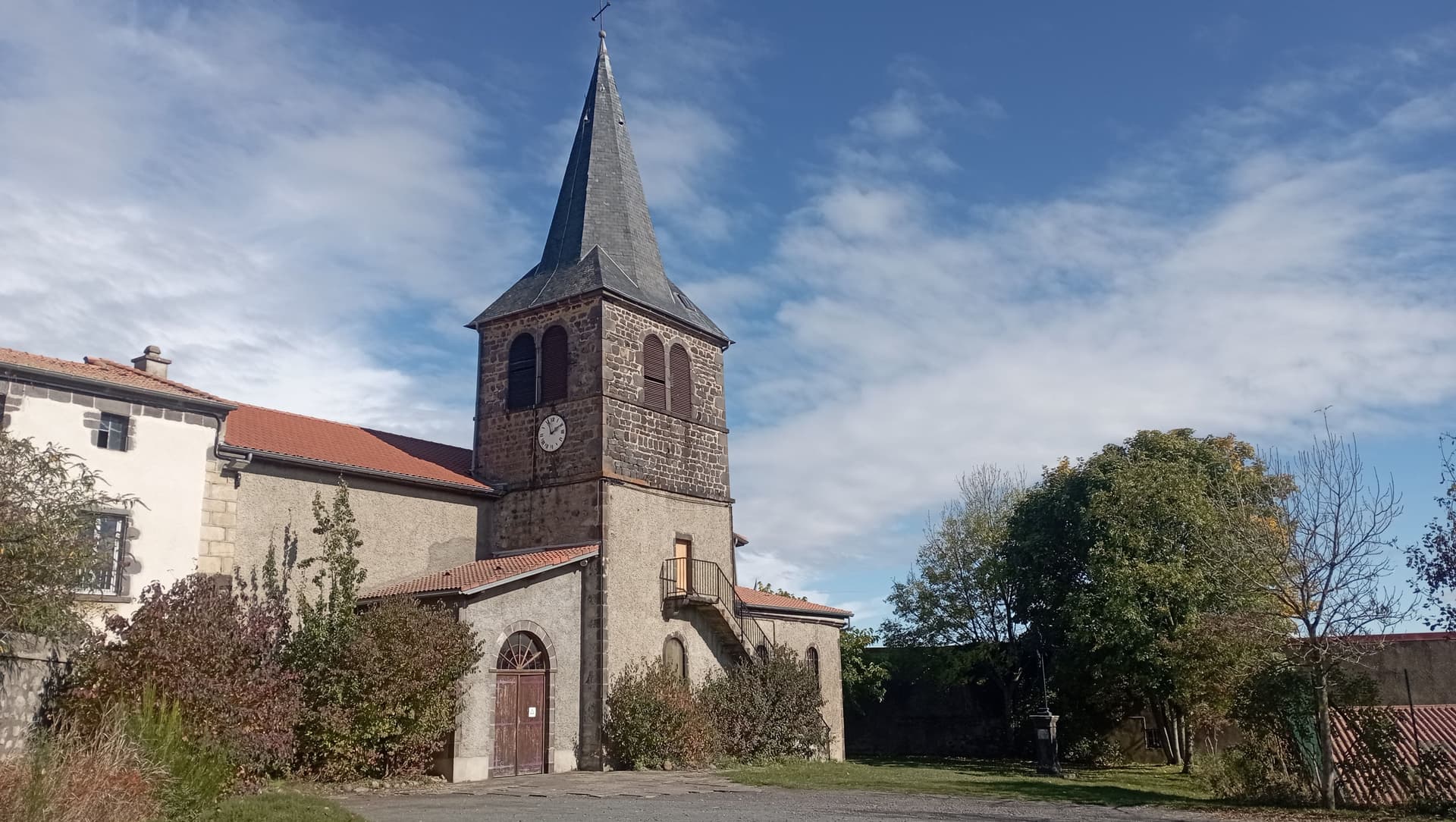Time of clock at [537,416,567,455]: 1:56
